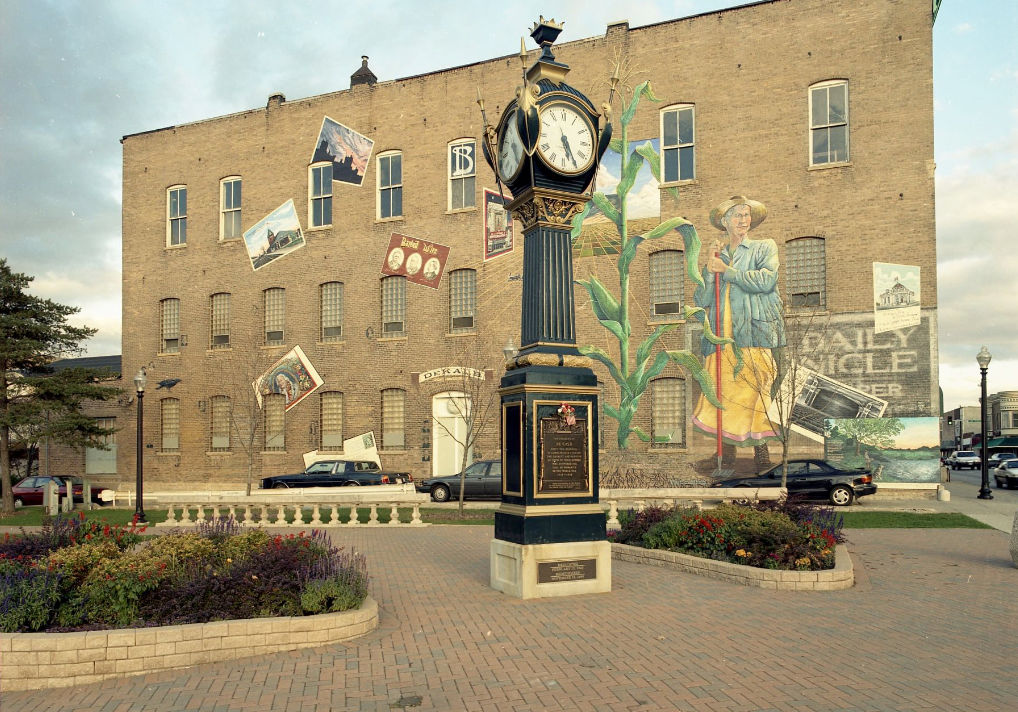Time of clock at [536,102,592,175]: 5:24
